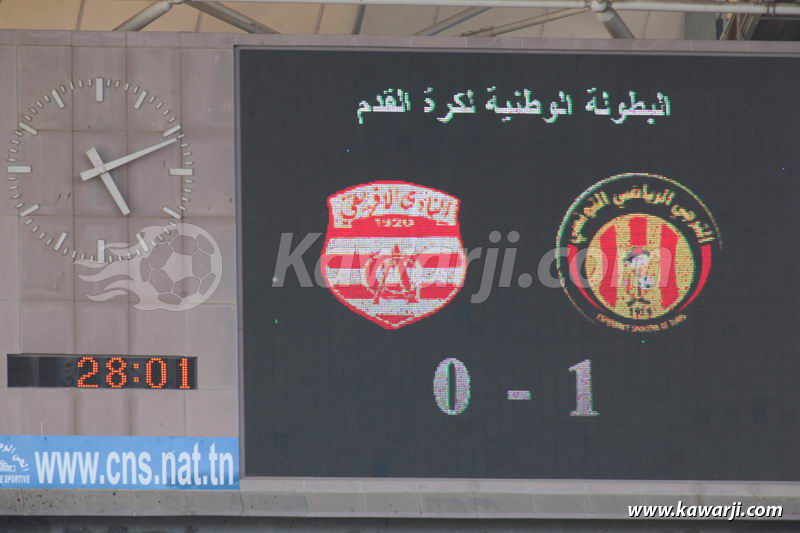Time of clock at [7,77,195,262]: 5:11
